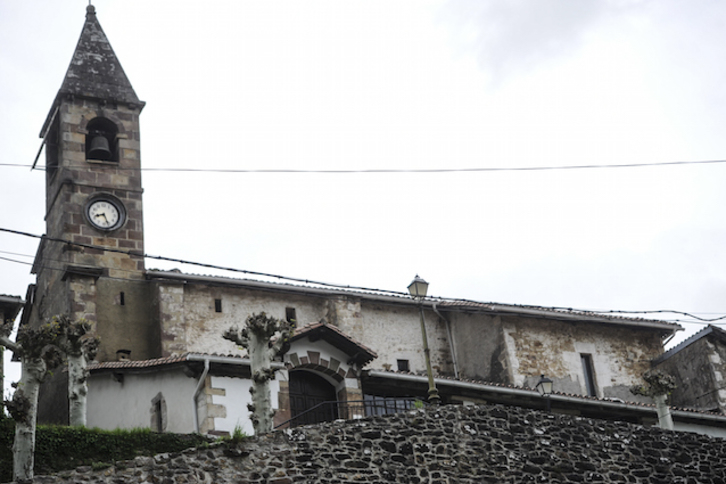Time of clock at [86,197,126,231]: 8:26
